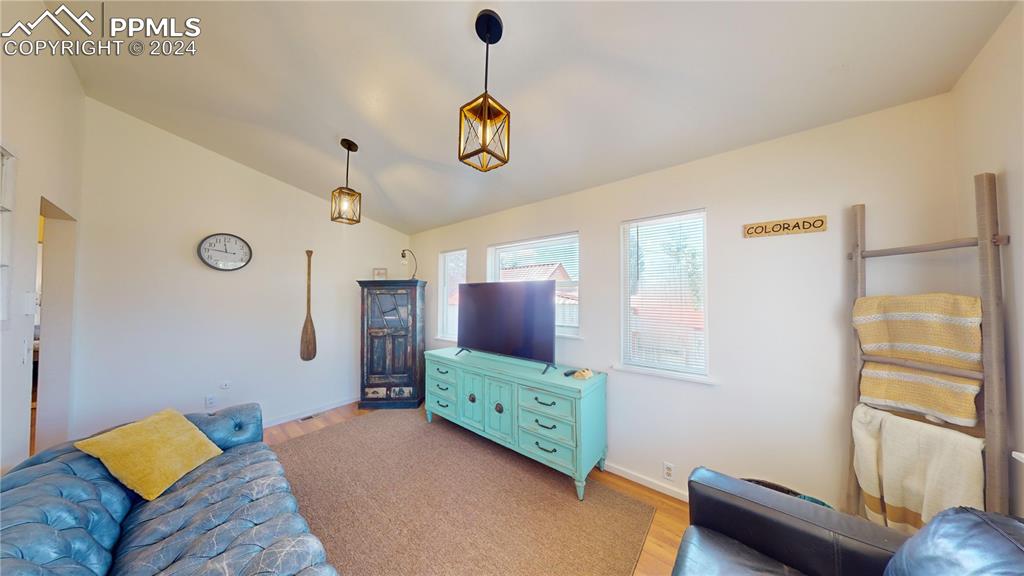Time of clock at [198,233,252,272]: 11:46
